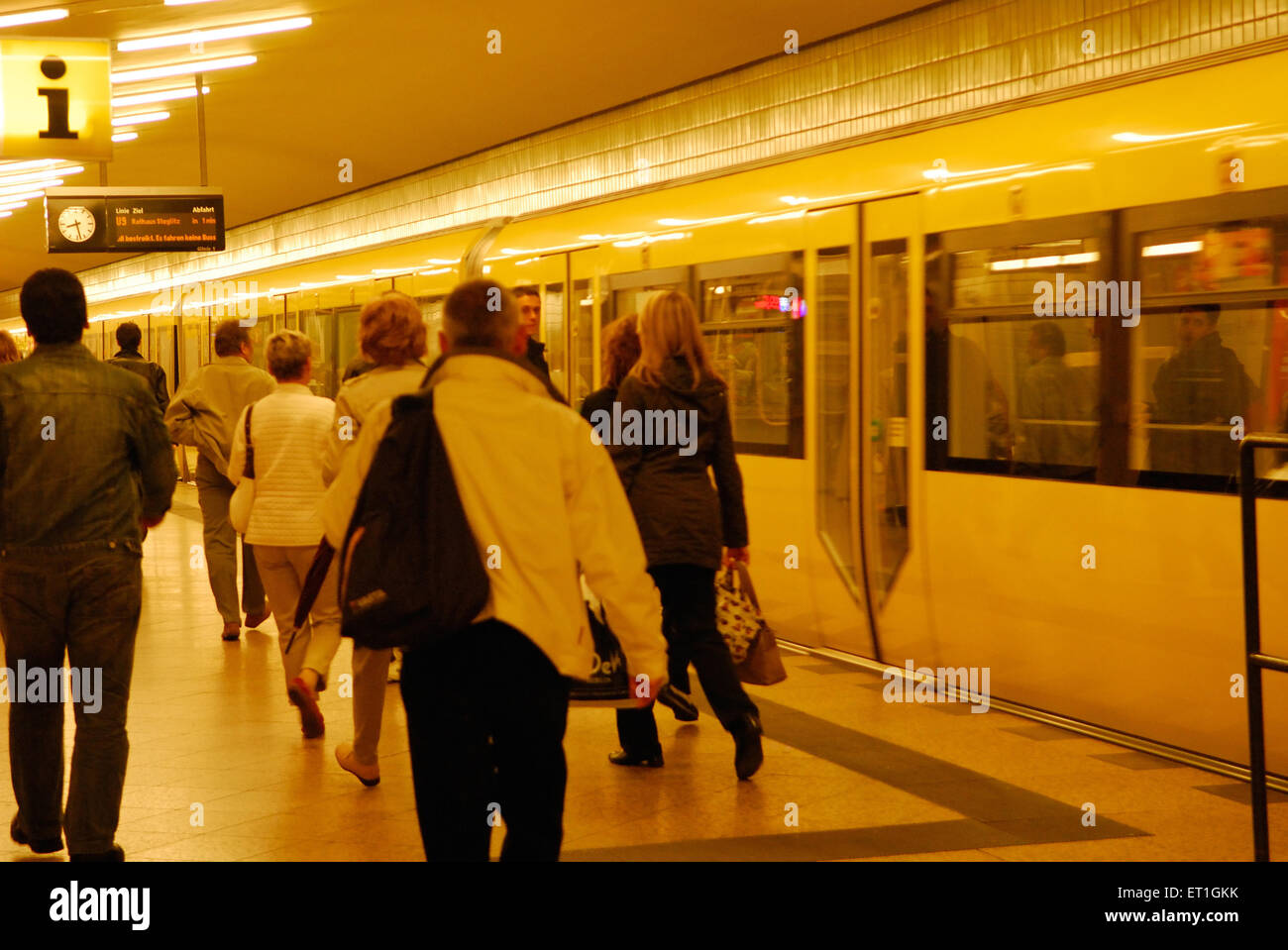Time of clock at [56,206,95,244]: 8:27
